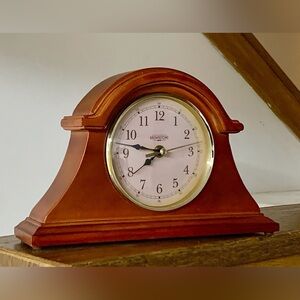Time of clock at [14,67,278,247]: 7:46
